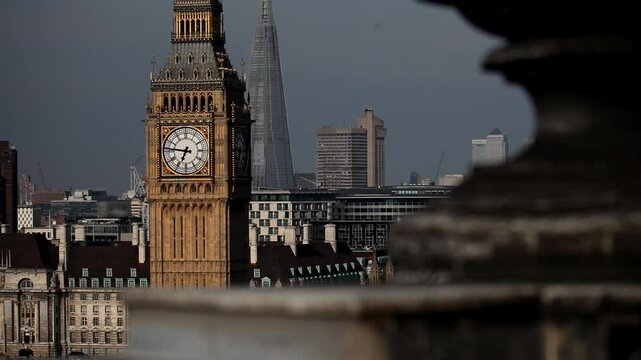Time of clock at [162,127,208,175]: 6:46
